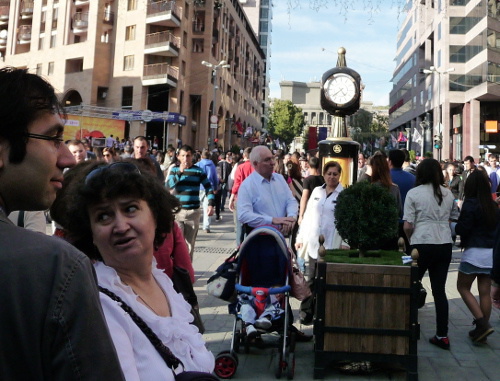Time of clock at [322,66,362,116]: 4:38
